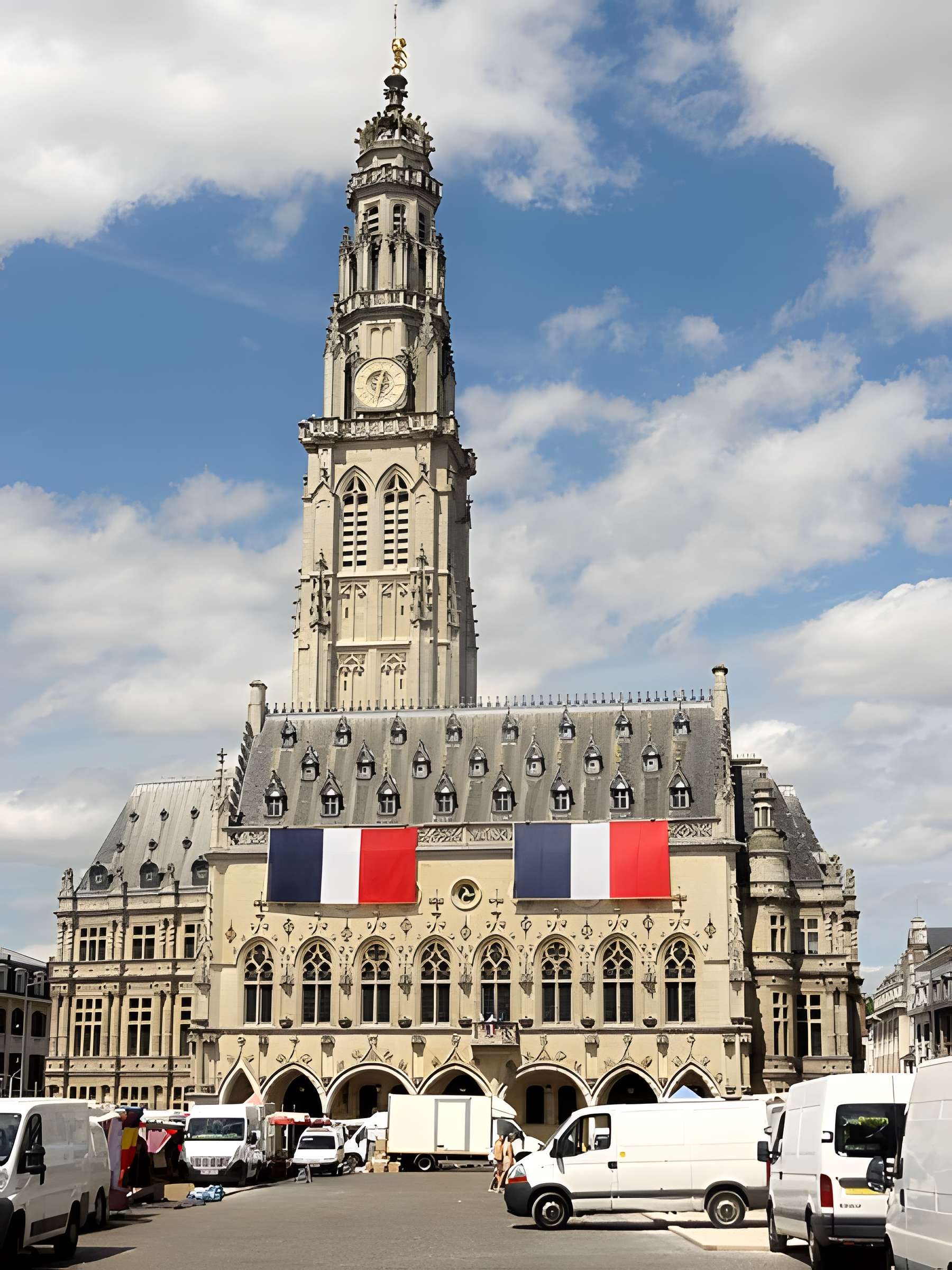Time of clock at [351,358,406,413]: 12:32
